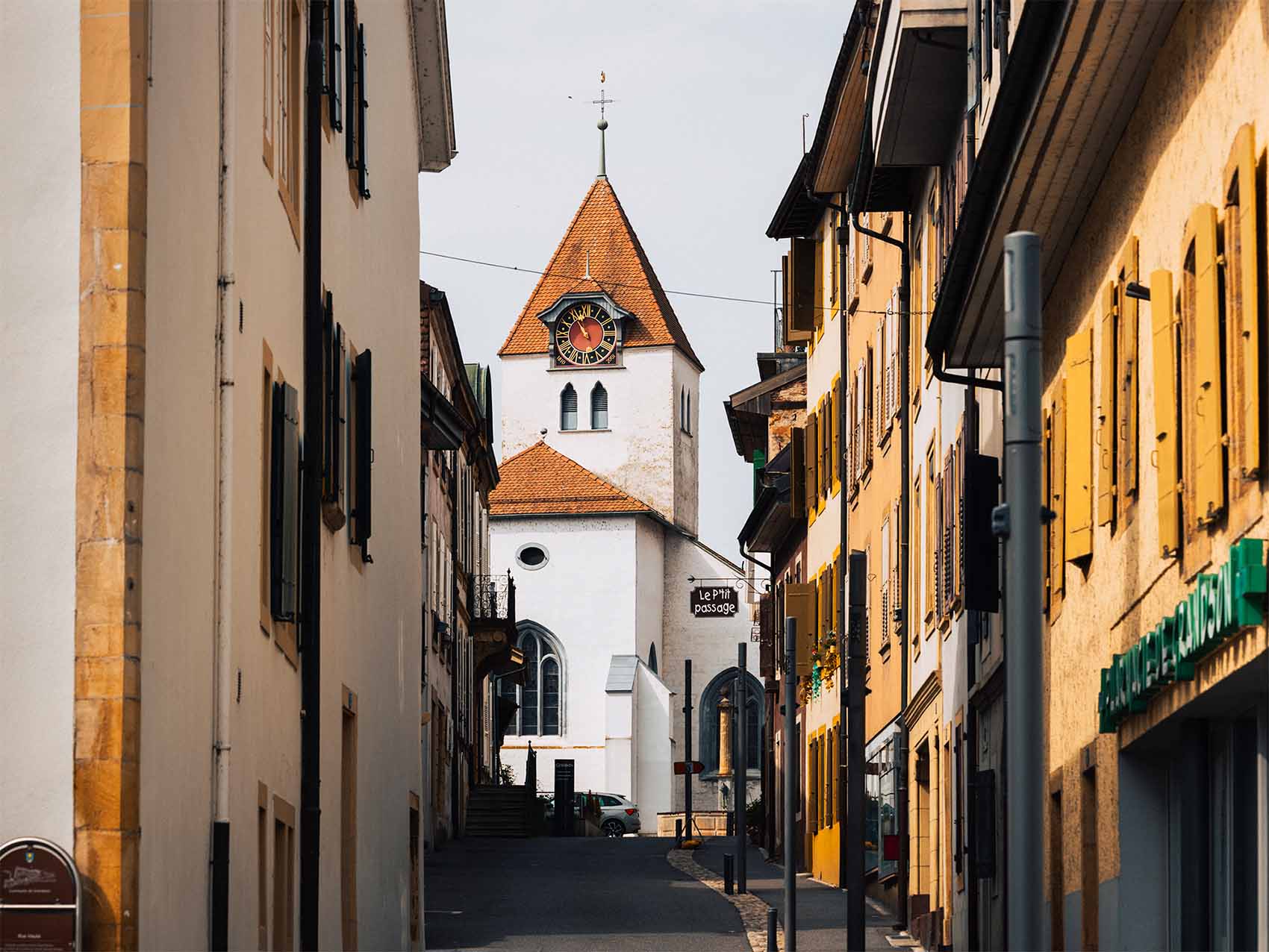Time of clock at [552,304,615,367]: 10:55
